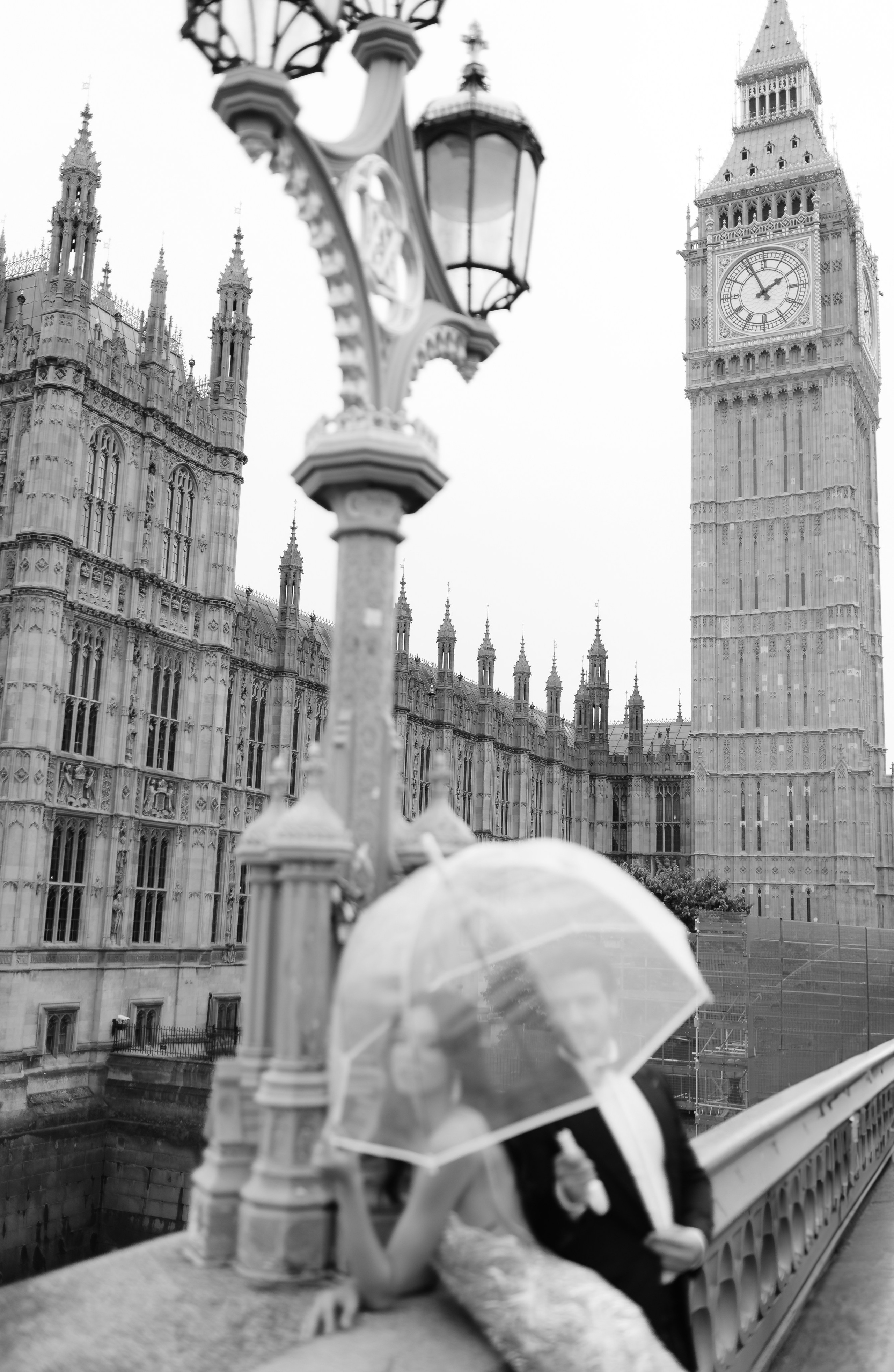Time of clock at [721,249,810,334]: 1:56
